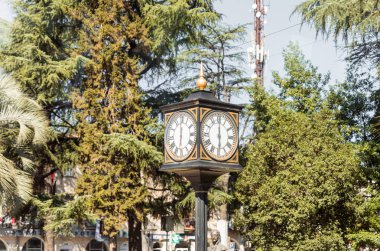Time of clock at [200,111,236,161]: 6:00
